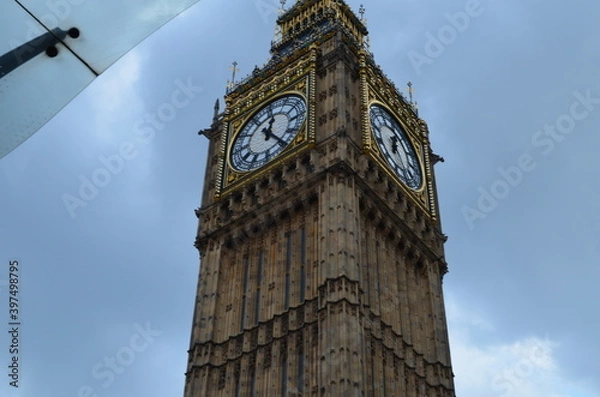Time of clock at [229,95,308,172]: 12:23
